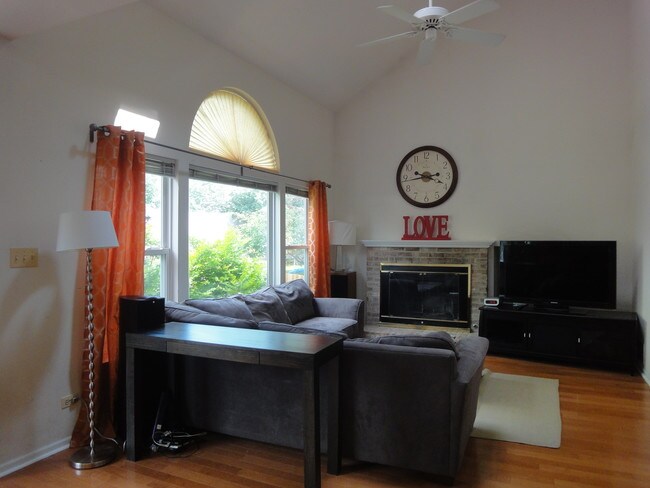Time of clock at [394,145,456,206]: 3:43
